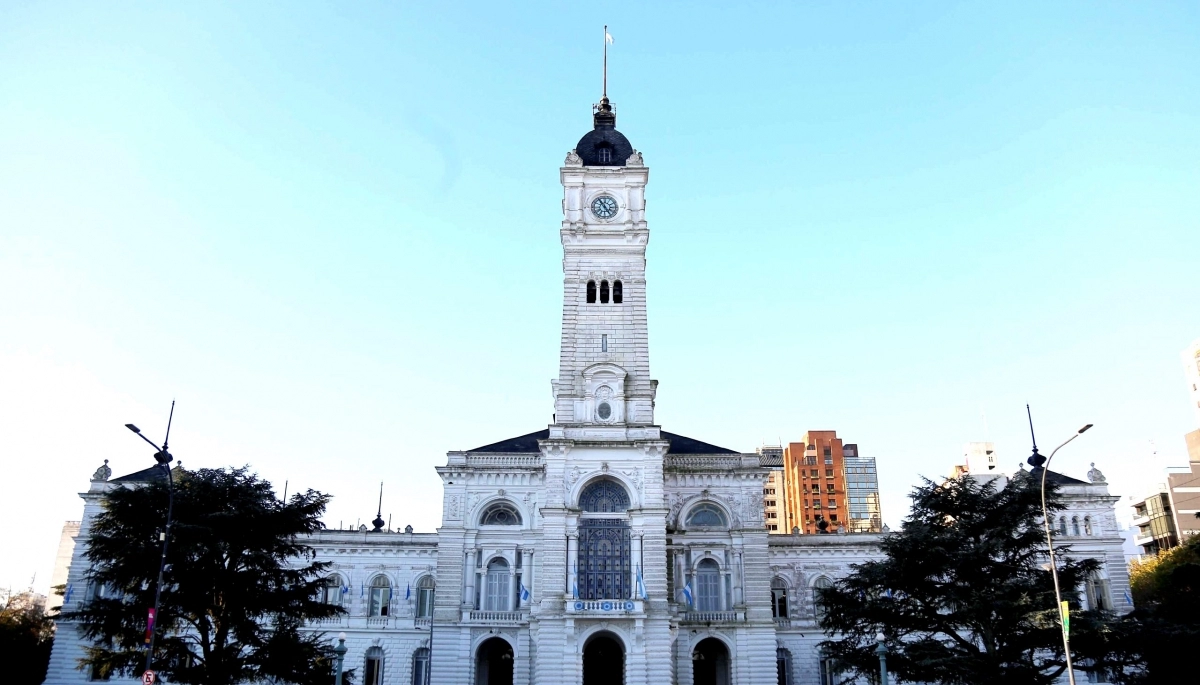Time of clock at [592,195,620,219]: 4:54
